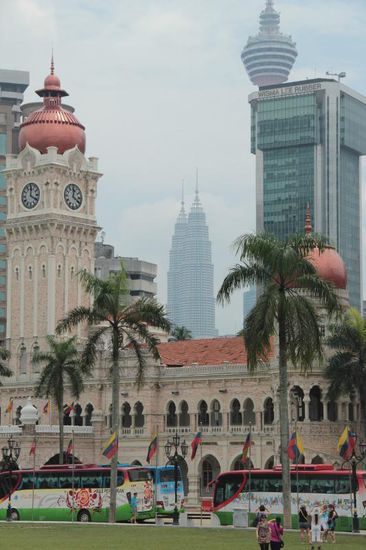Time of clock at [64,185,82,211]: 12:20
